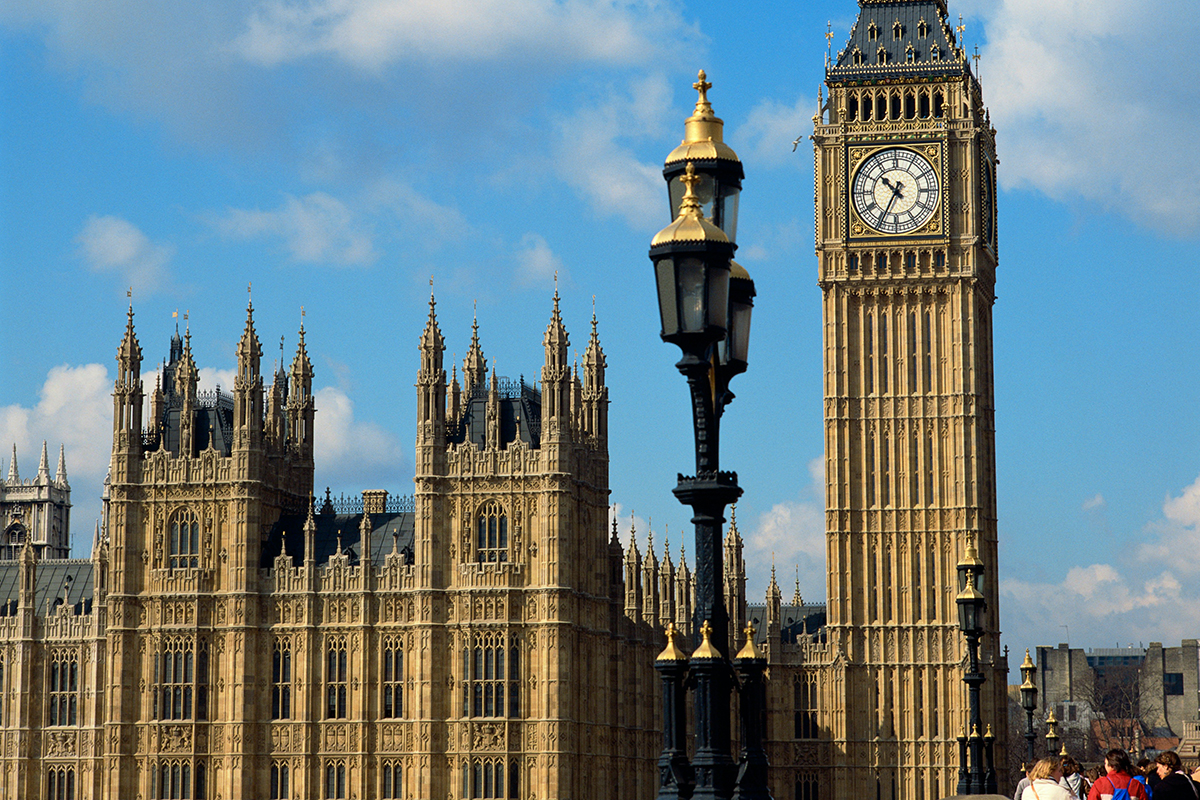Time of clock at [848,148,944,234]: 10:34
